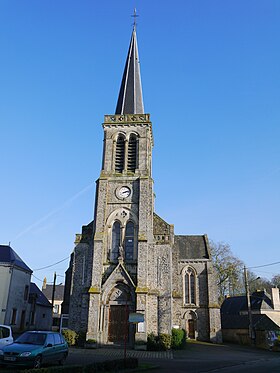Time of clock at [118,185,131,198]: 2:12
